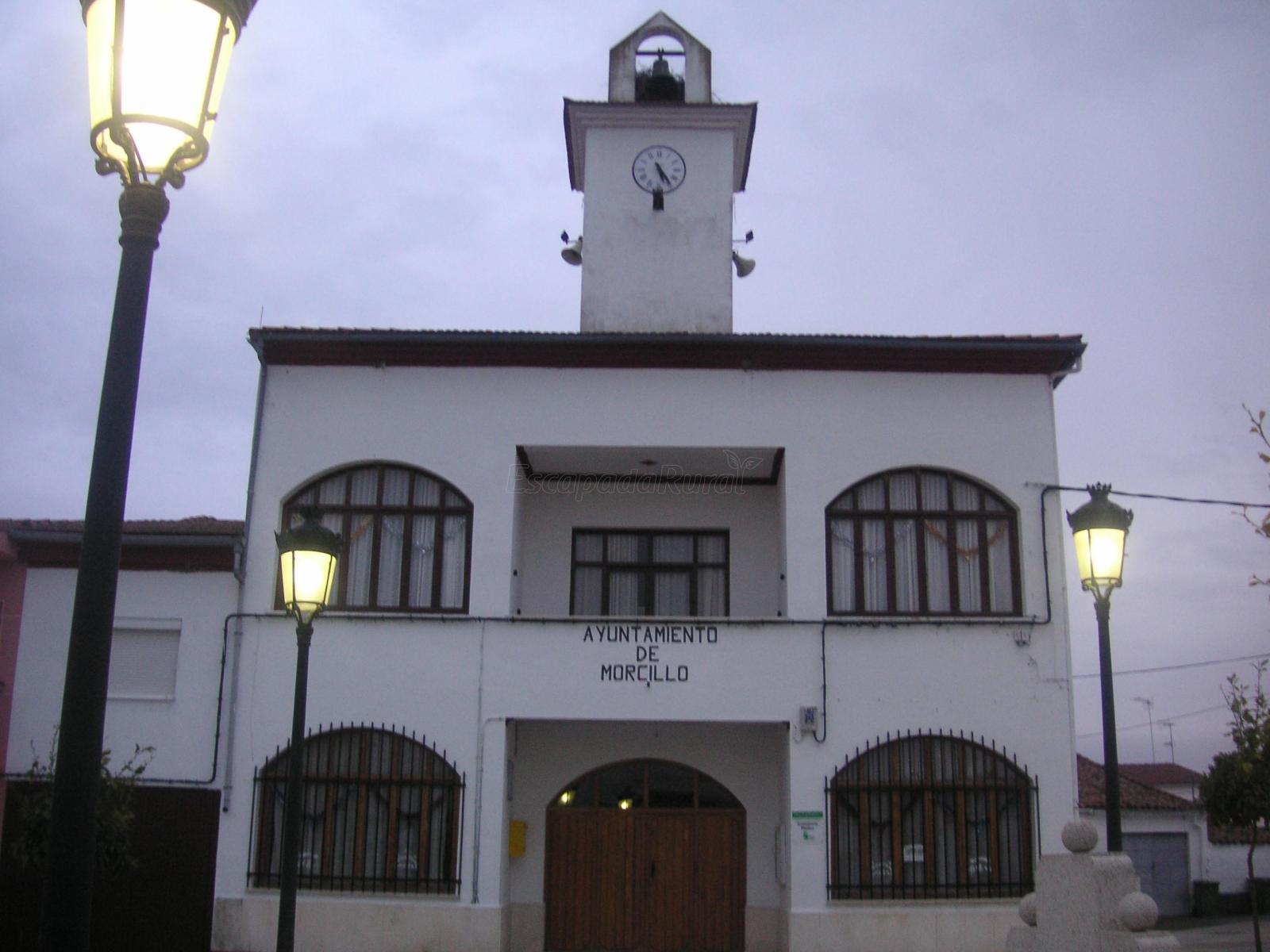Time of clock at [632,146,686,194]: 5:24
